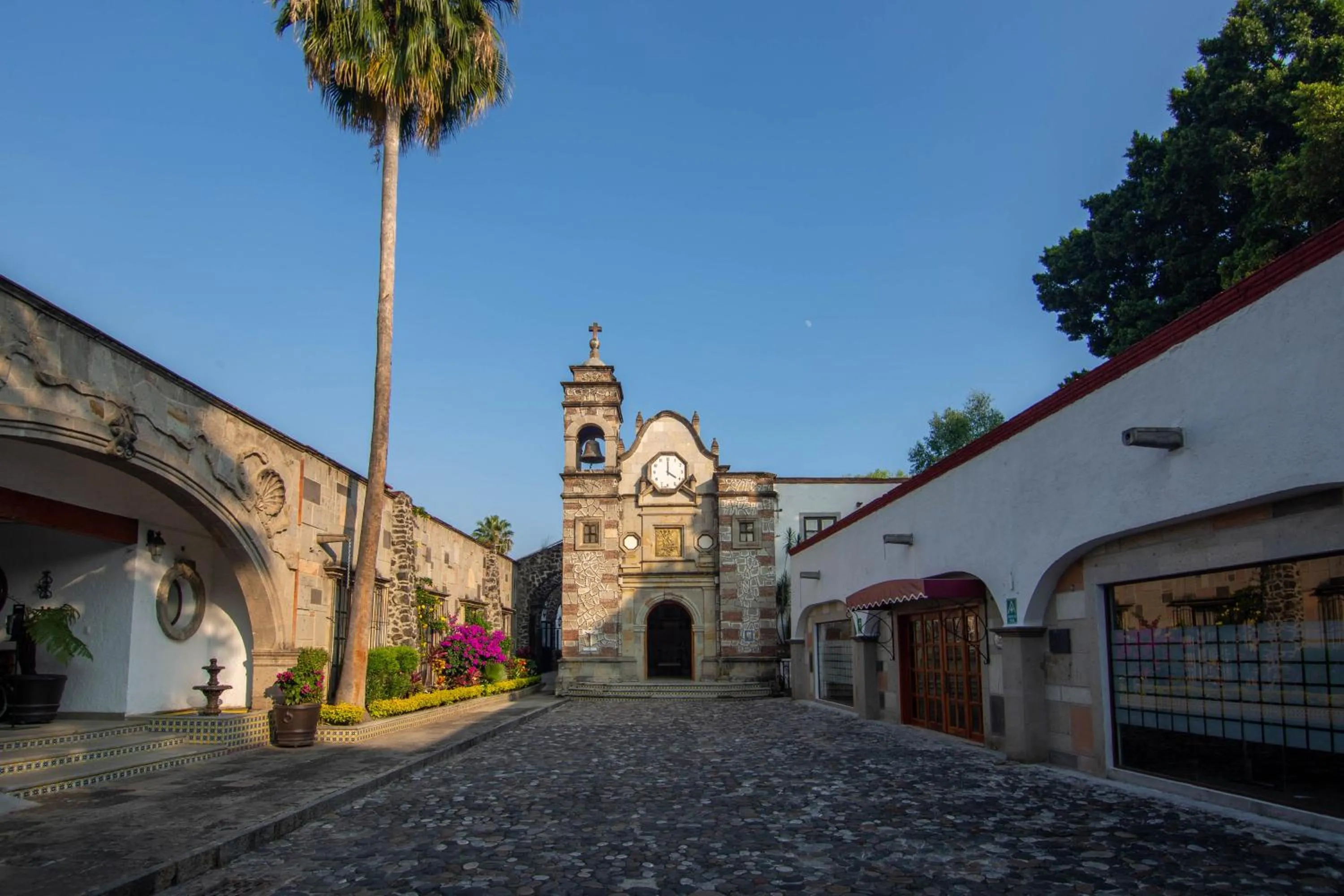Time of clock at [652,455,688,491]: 4:00
